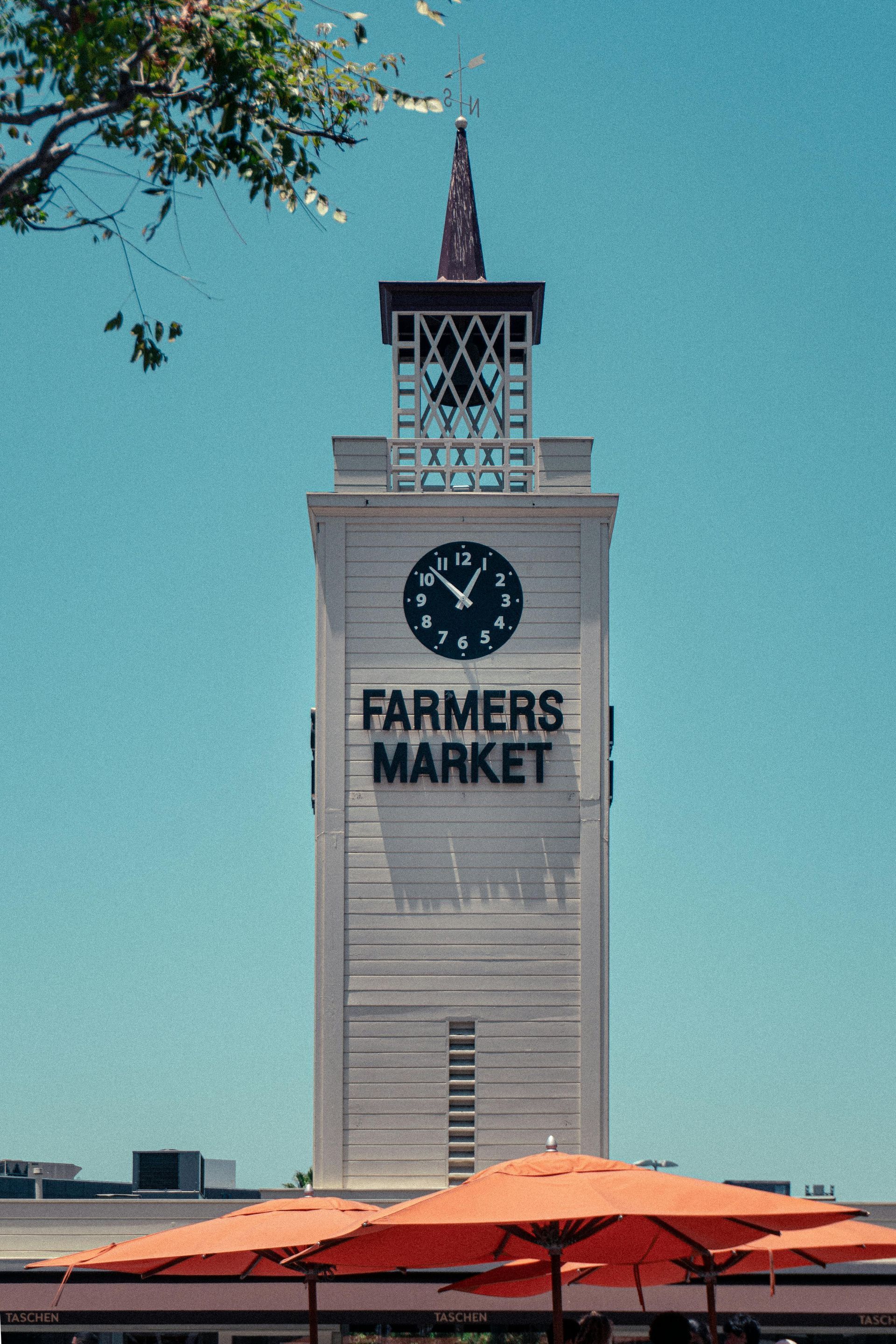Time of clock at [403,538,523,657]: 12:52
